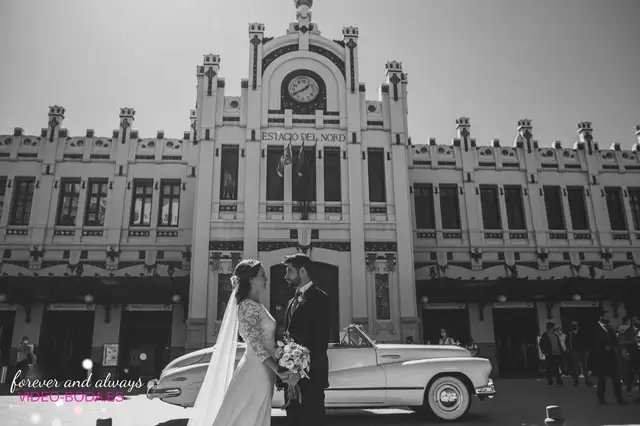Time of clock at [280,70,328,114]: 1:40
